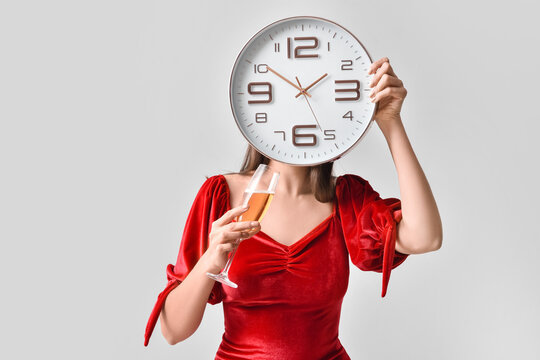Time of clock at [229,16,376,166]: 1:50
